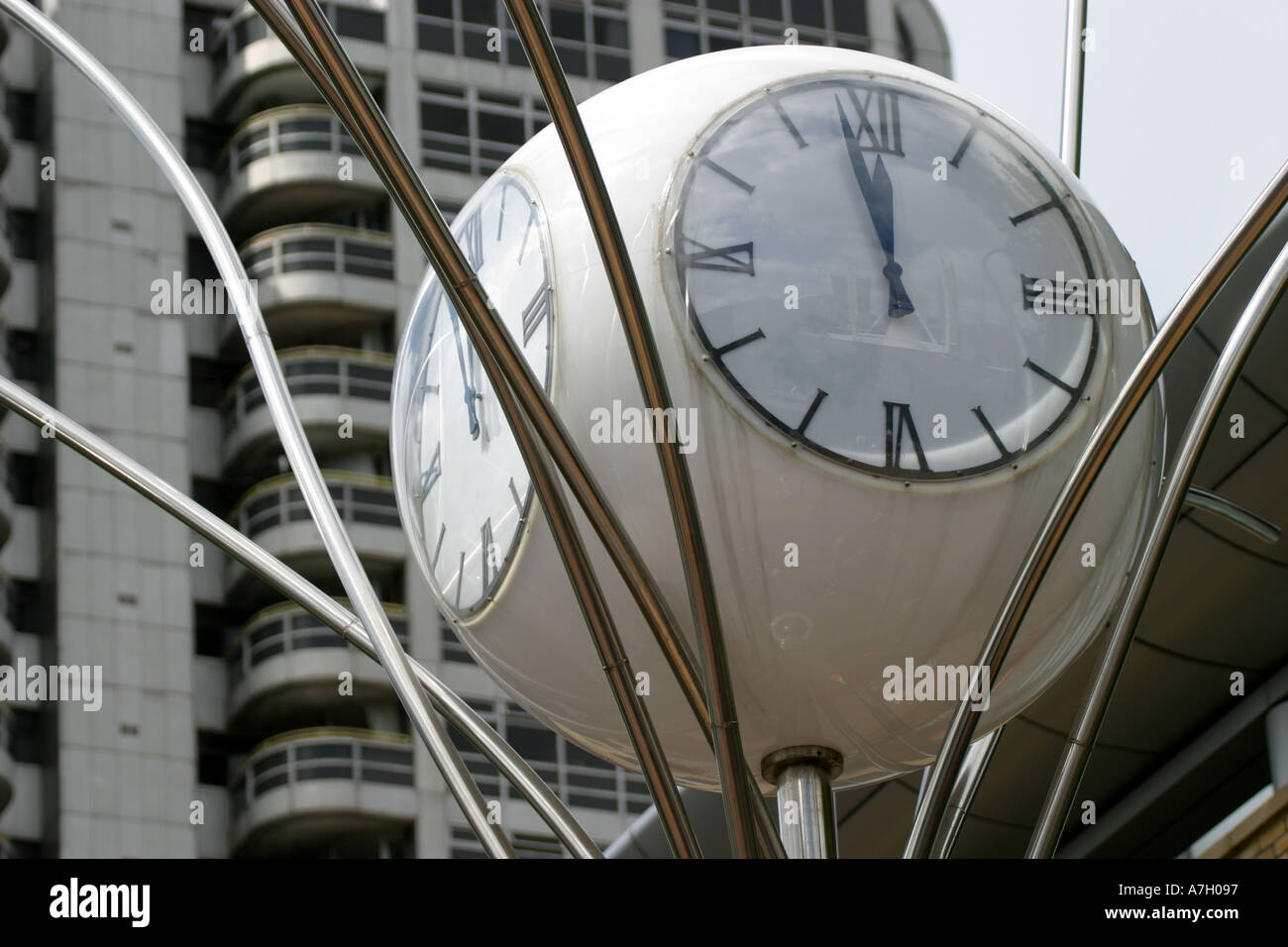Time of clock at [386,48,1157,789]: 11:58
